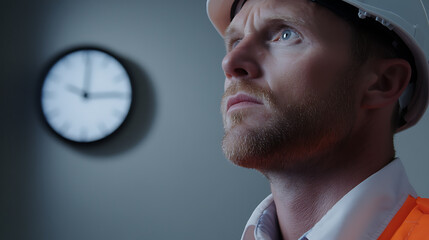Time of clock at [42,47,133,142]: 12:14
